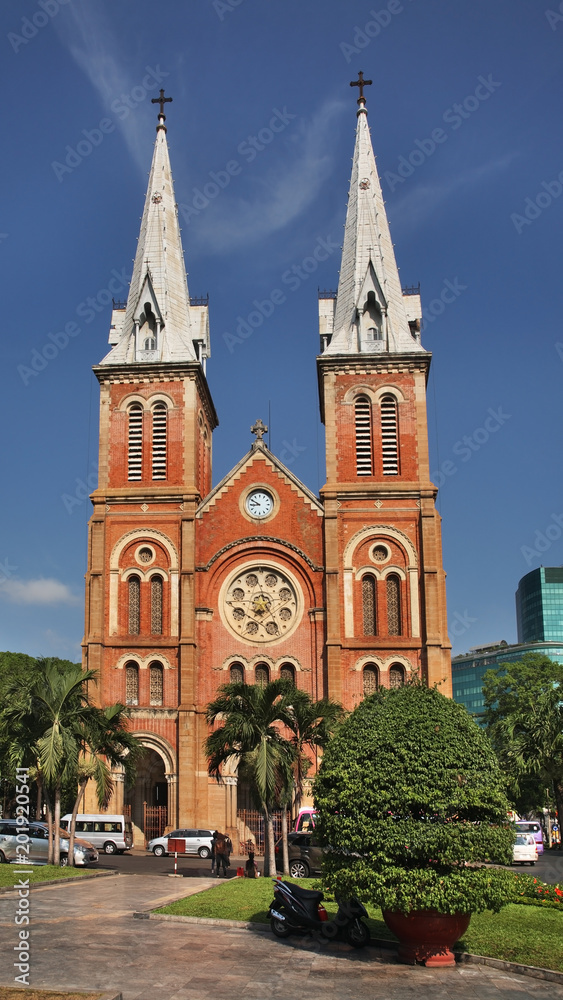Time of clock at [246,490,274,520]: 8:50
